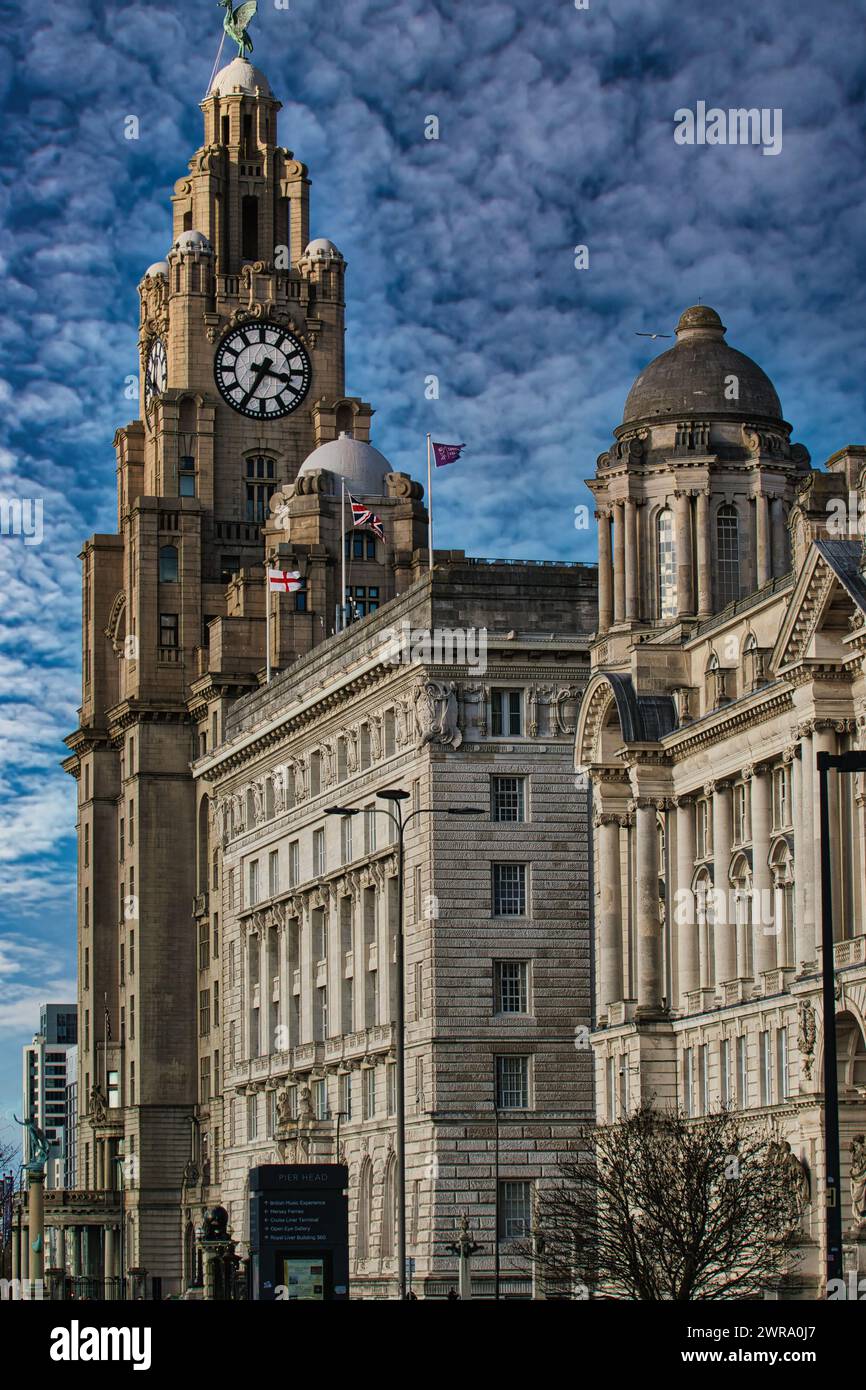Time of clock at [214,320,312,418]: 3:34
